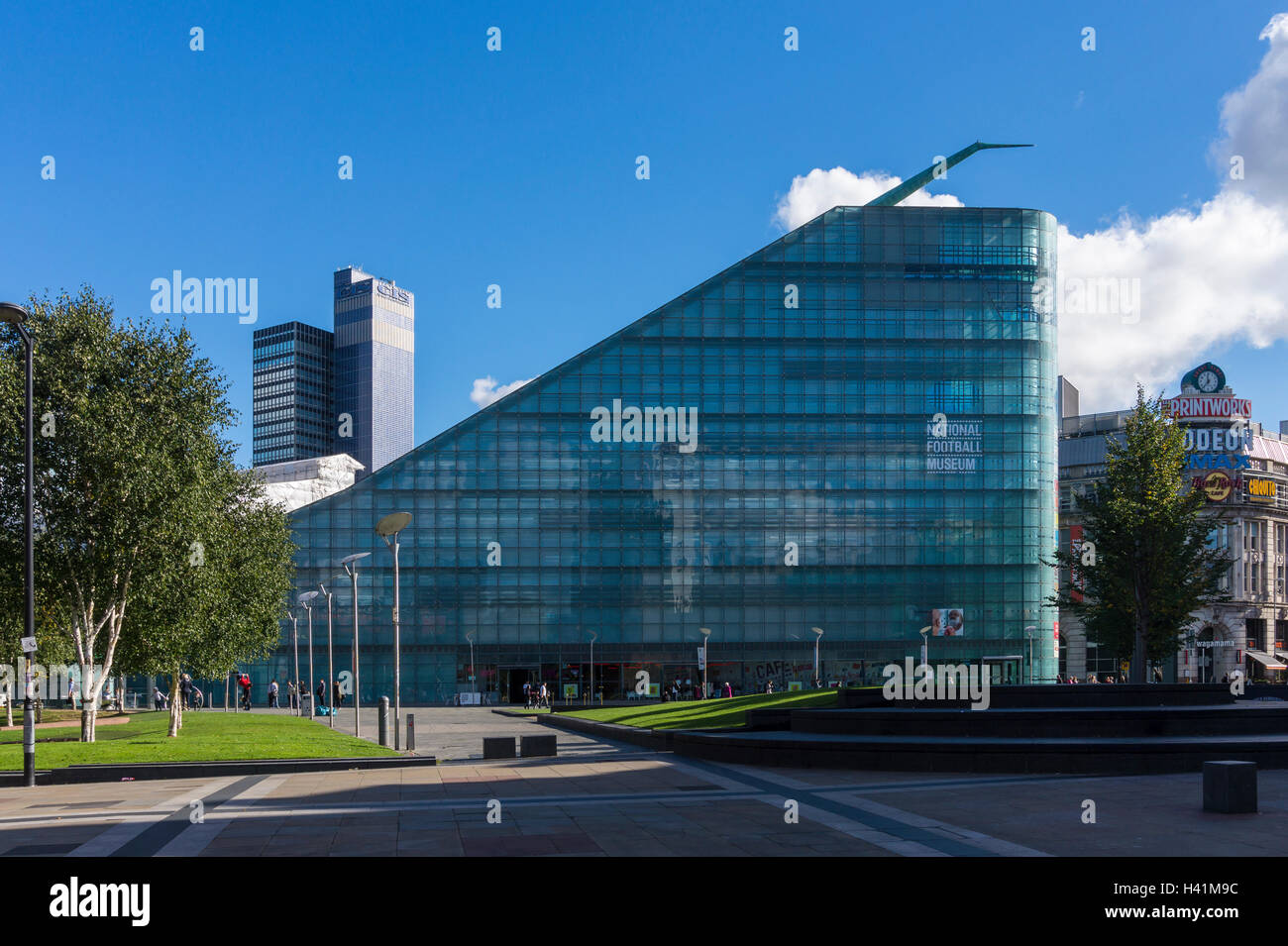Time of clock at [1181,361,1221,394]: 11:36
